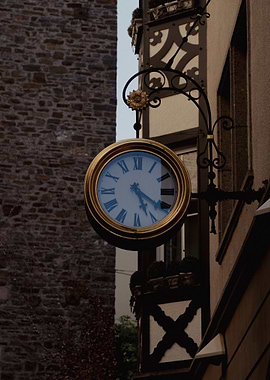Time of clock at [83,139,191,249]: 5:20
